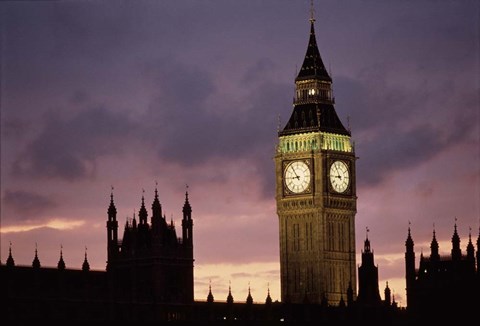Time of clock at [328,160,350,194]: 8:54
